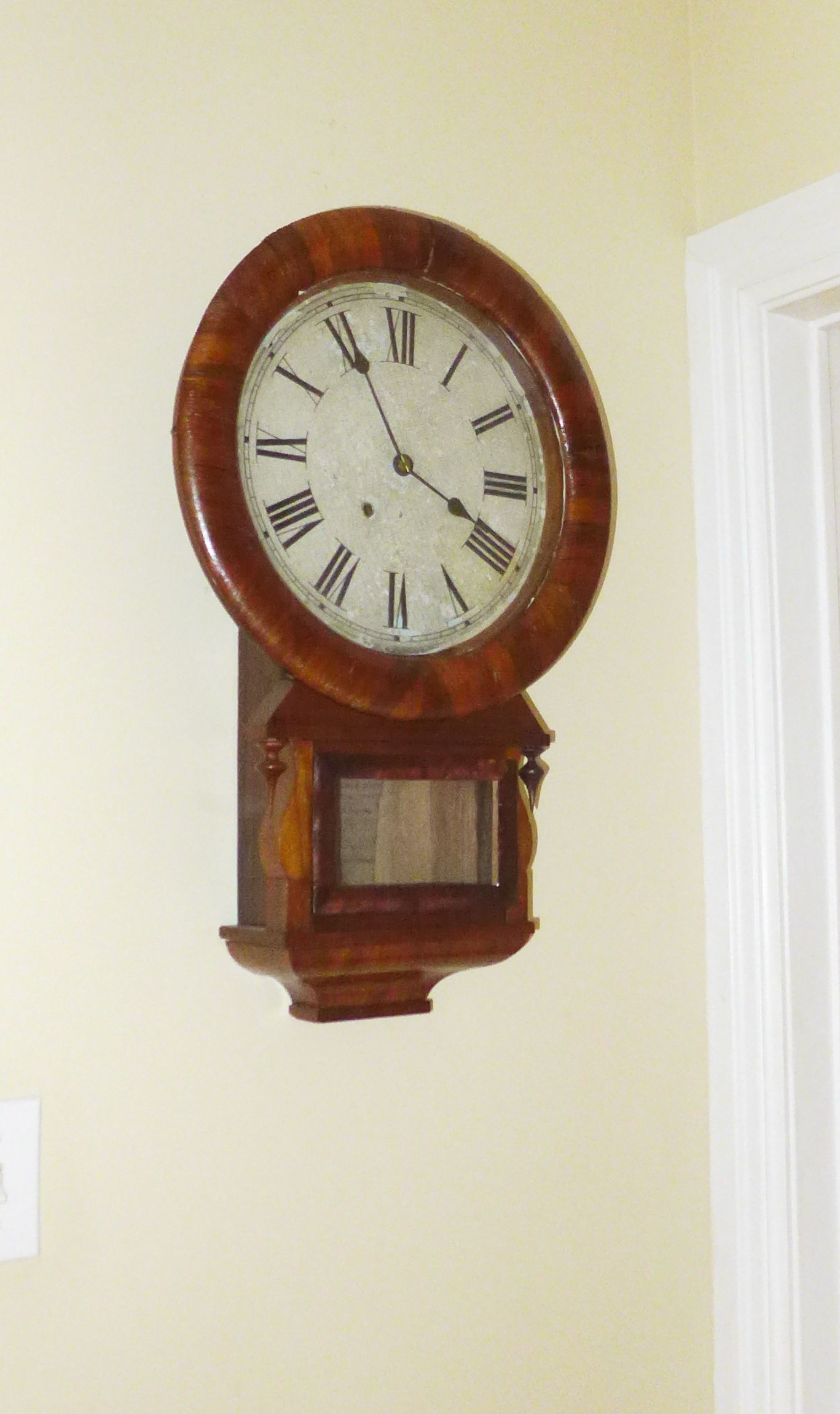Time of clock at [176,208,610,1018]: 3:55
